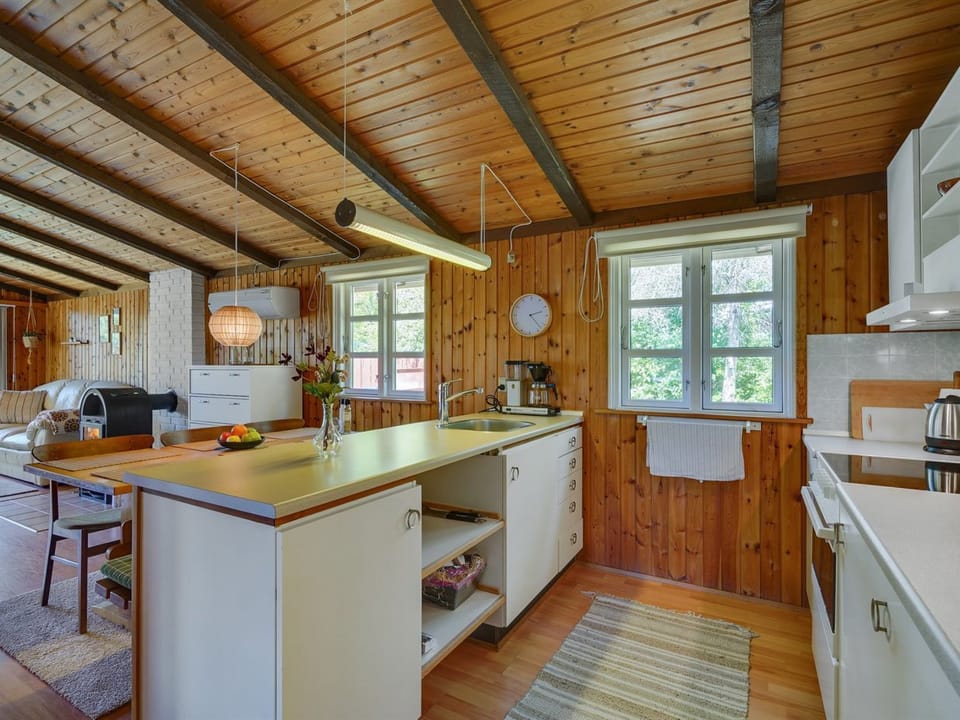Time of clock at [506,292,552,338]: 2:22
